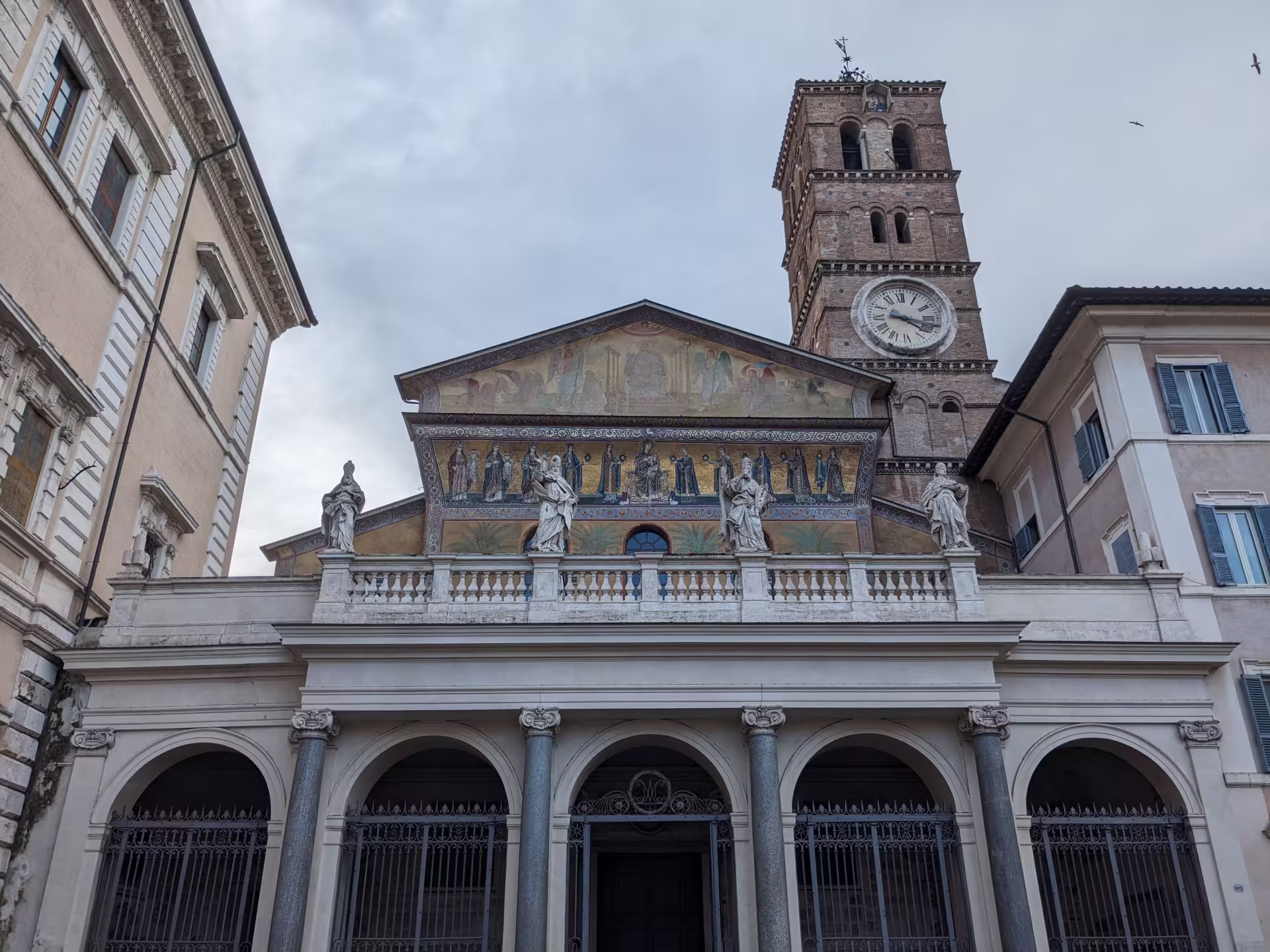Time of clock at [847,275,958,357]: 4:17
